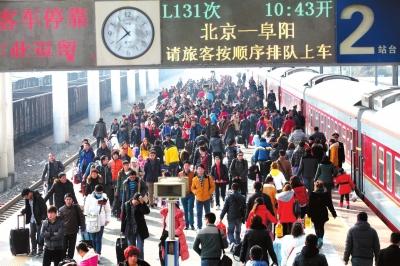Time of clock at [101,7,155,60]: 10:38
